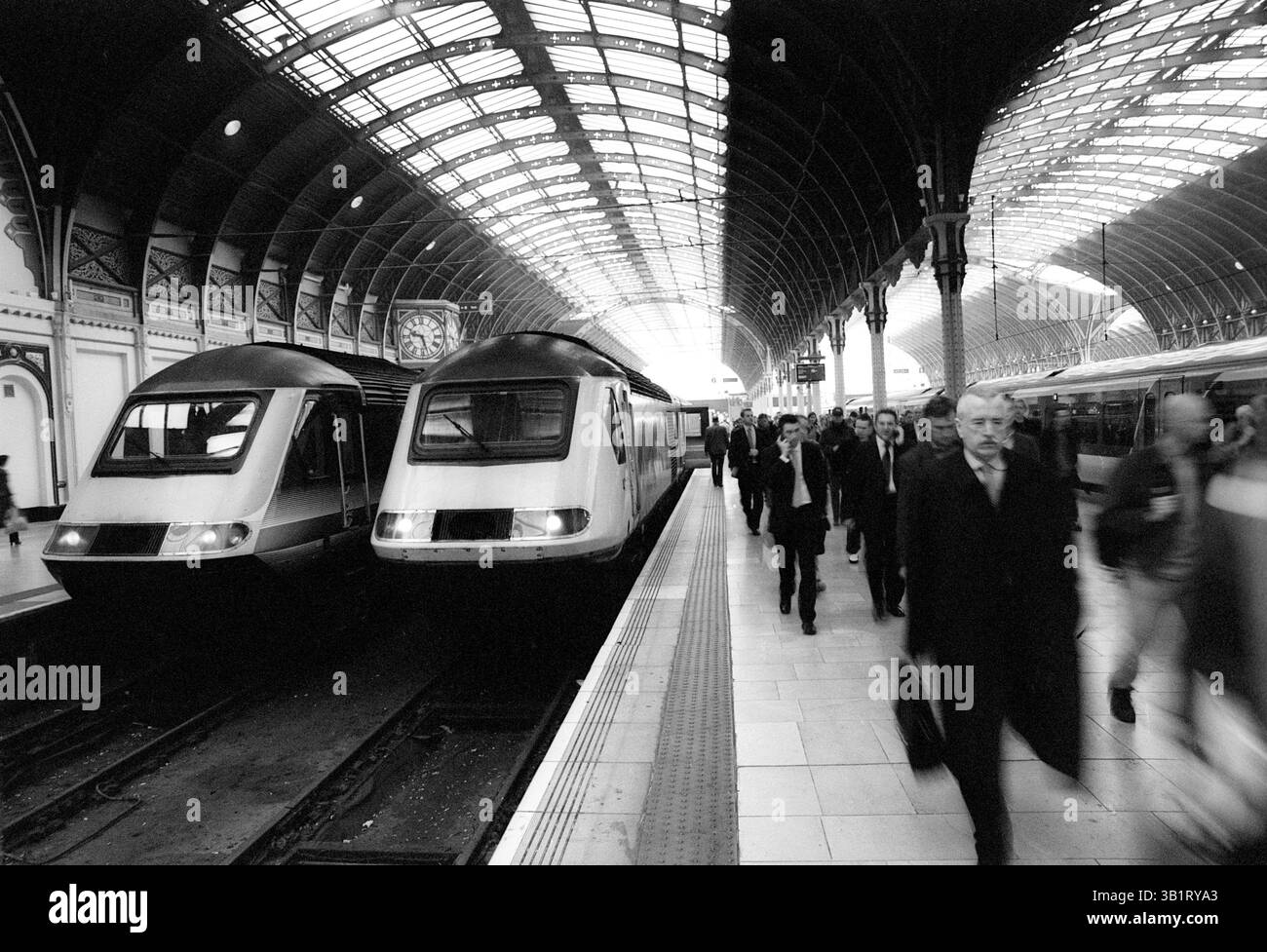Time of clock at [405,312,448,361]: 9:27
